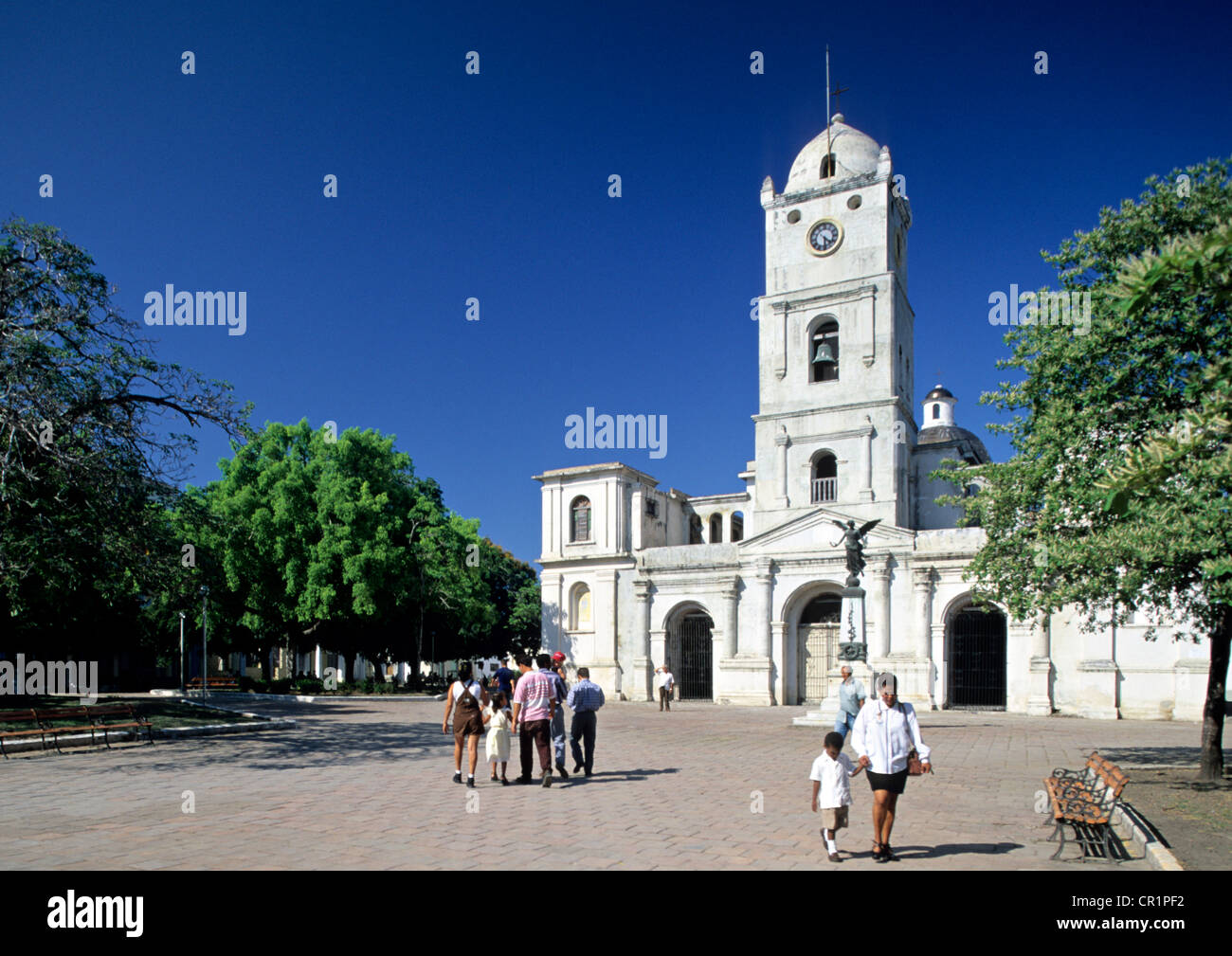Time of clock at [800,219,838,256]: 4:29
